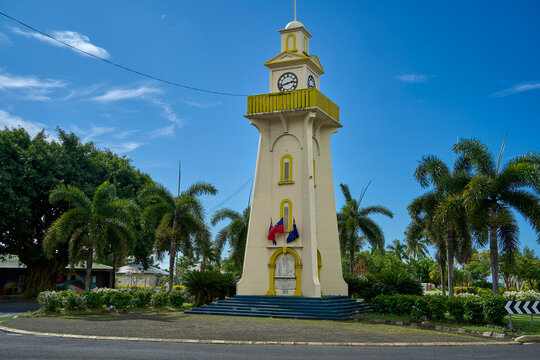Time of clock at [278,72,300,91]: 2:42
